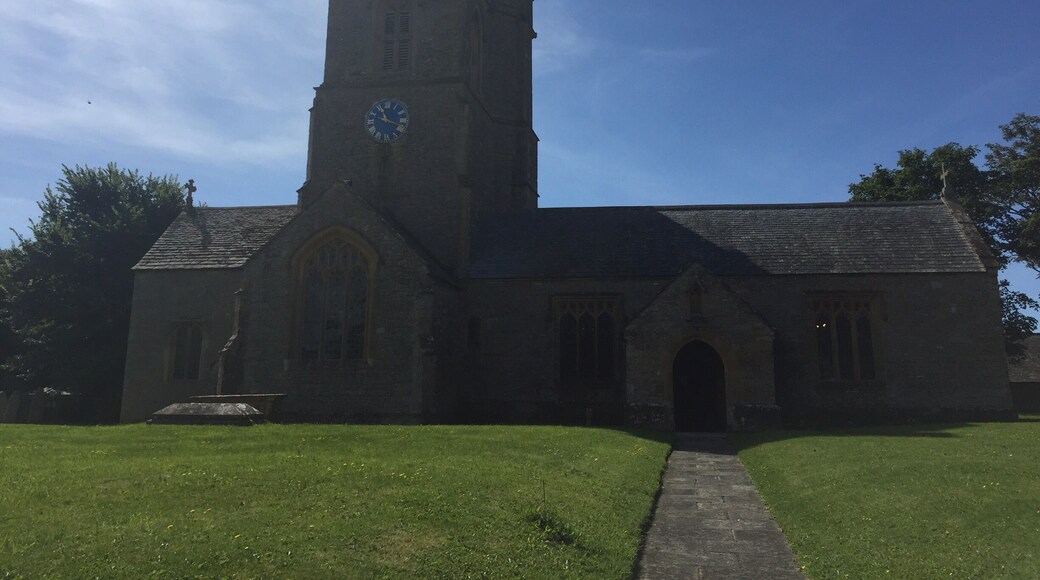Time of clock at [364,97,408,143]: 11:18
